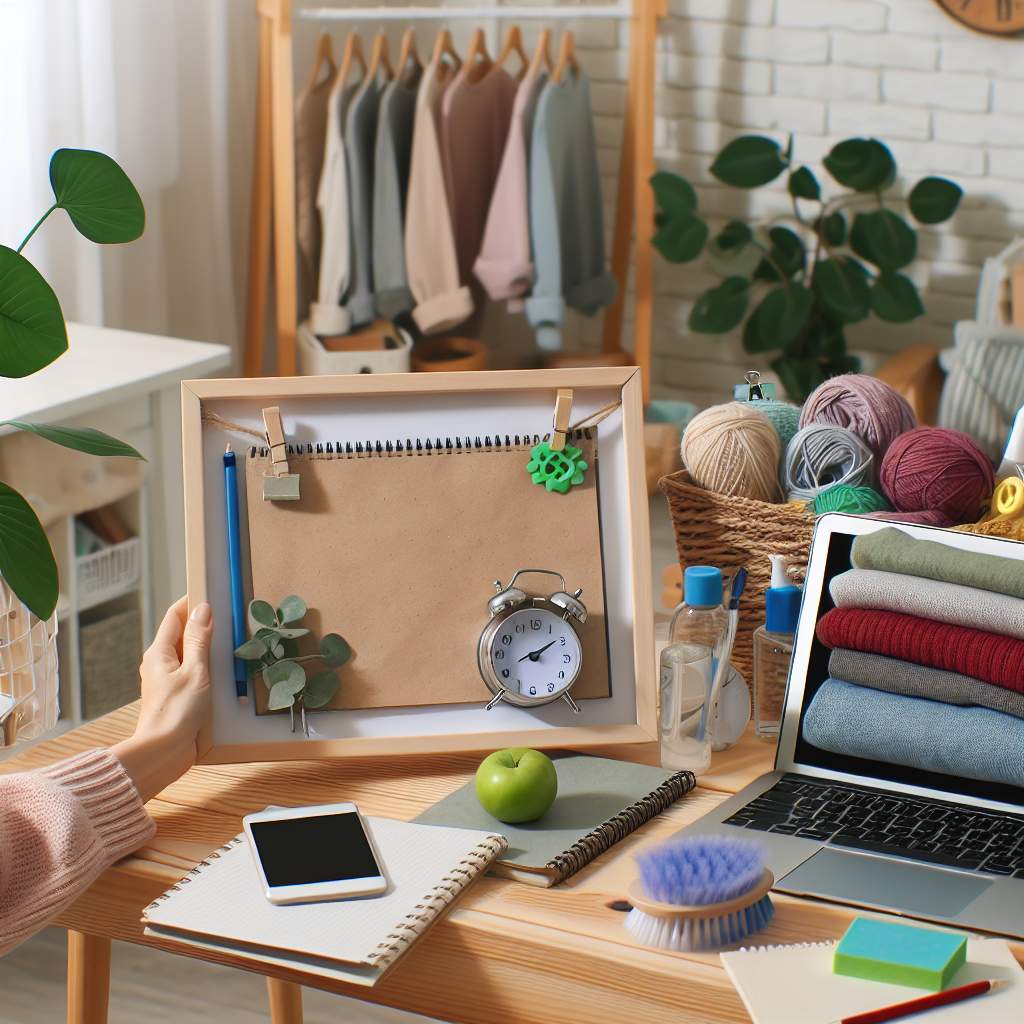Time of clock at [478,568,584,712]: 2:09
